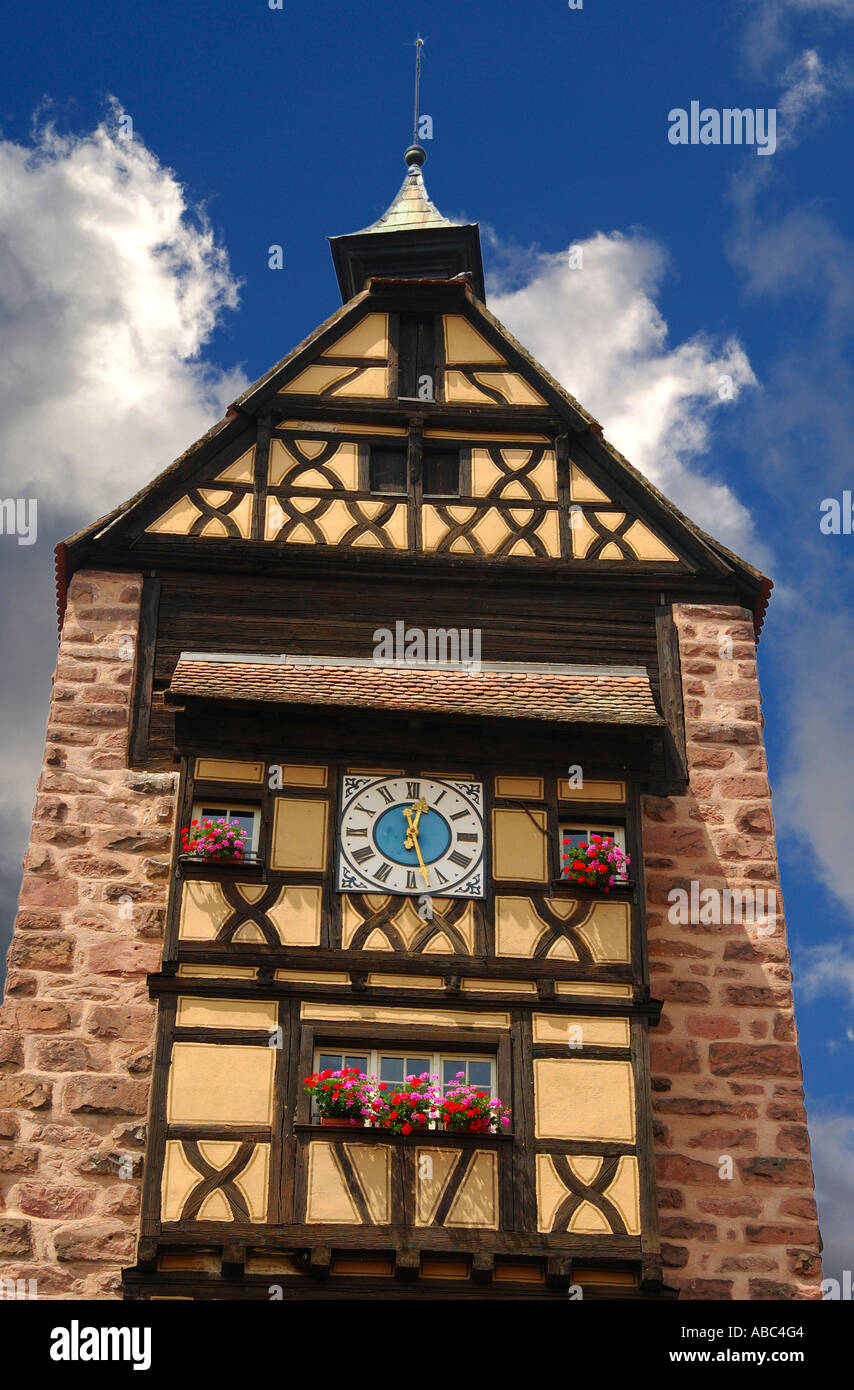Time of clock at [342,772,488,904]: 12:27
